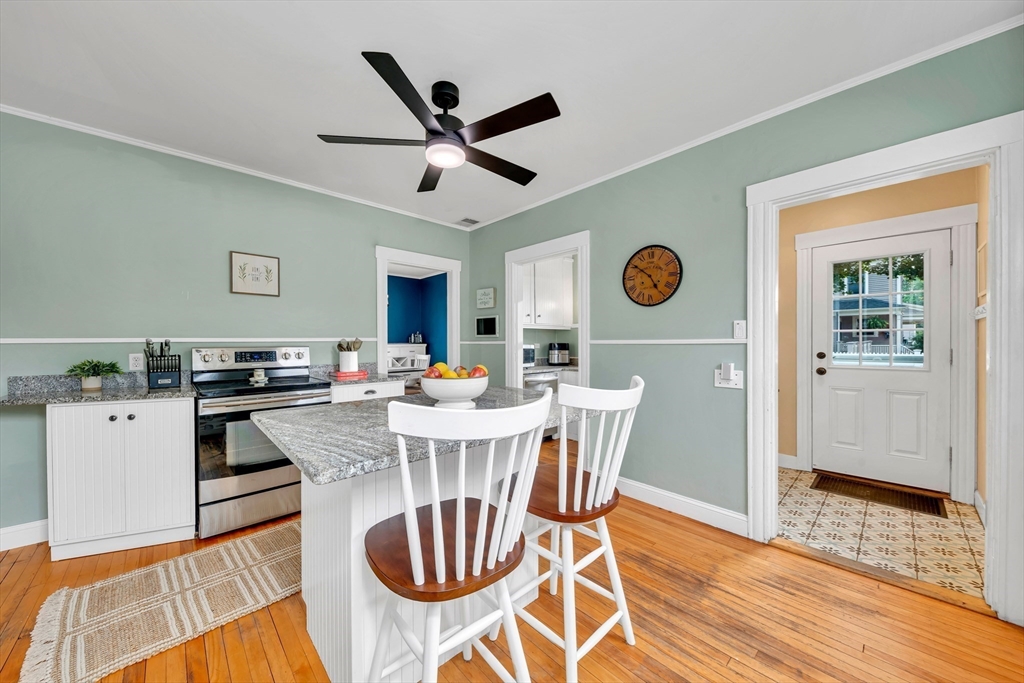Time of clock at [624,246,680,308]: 4:50
